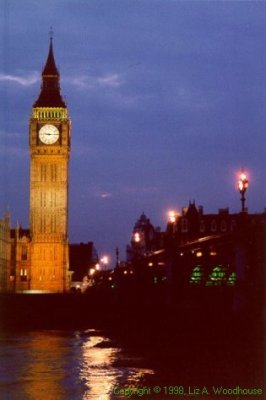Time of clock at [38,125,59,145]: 9:14
